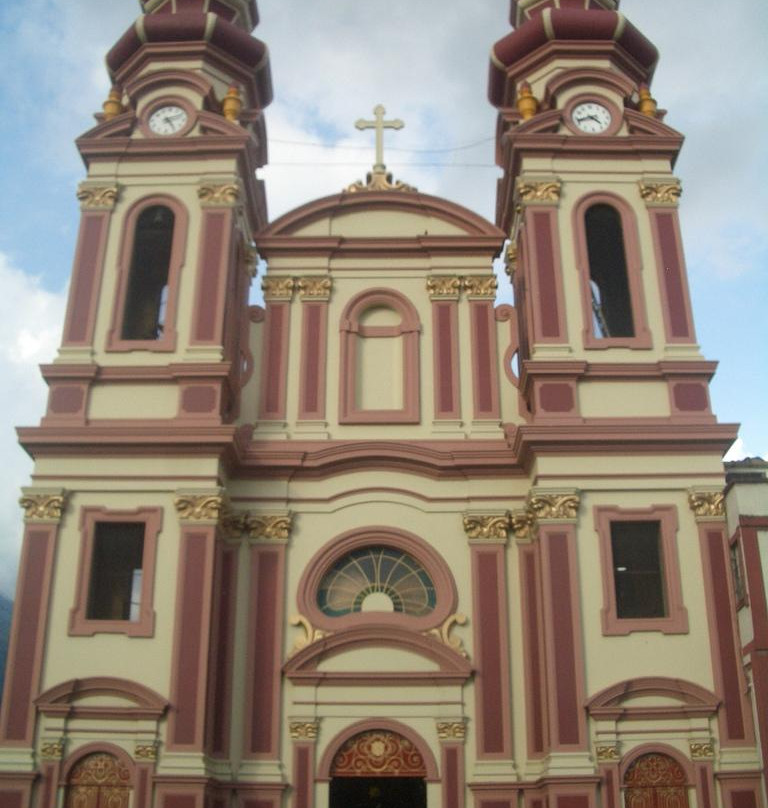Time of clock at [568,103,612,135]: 4:42
